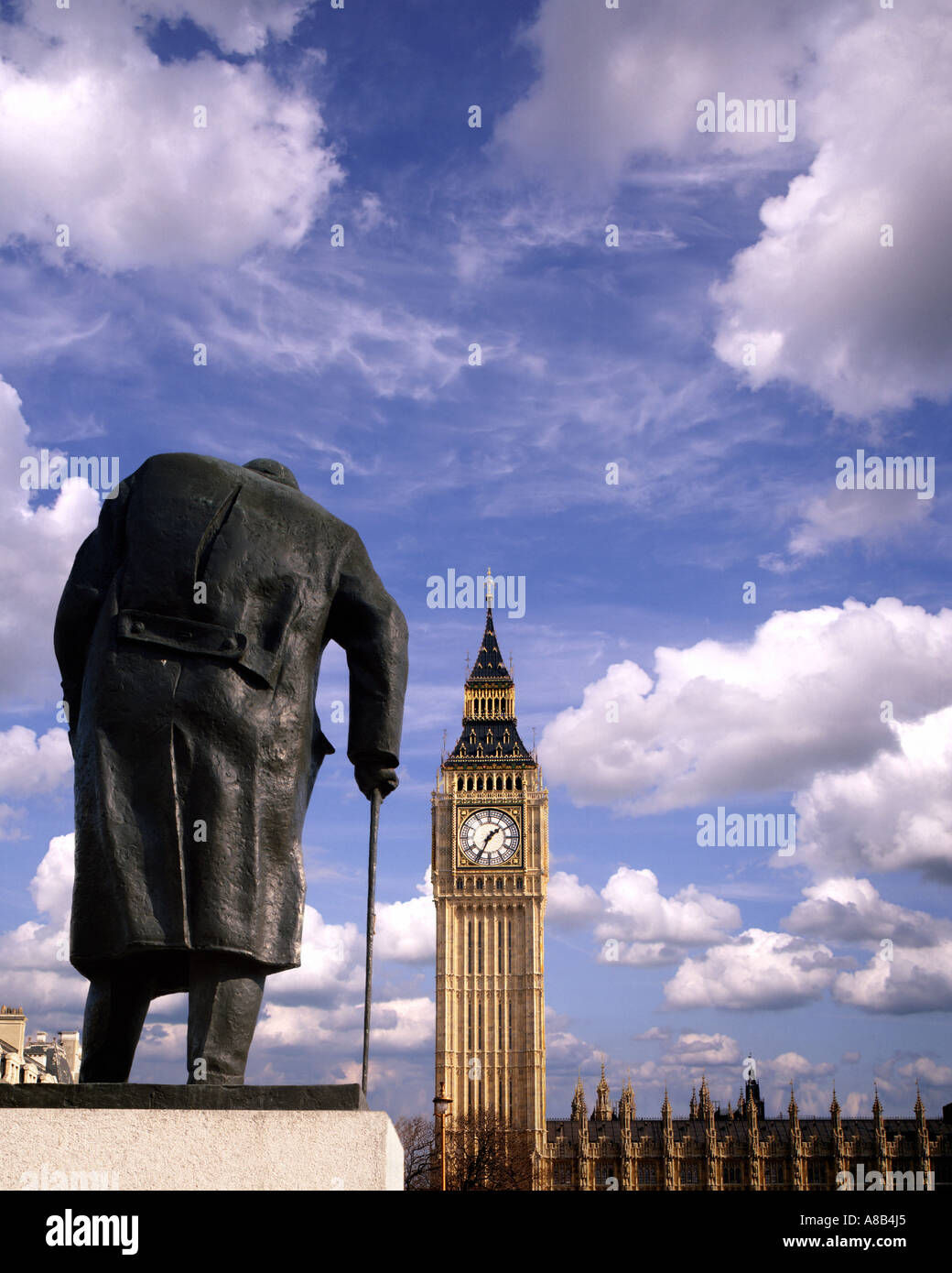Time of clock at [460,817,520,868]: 1:34
